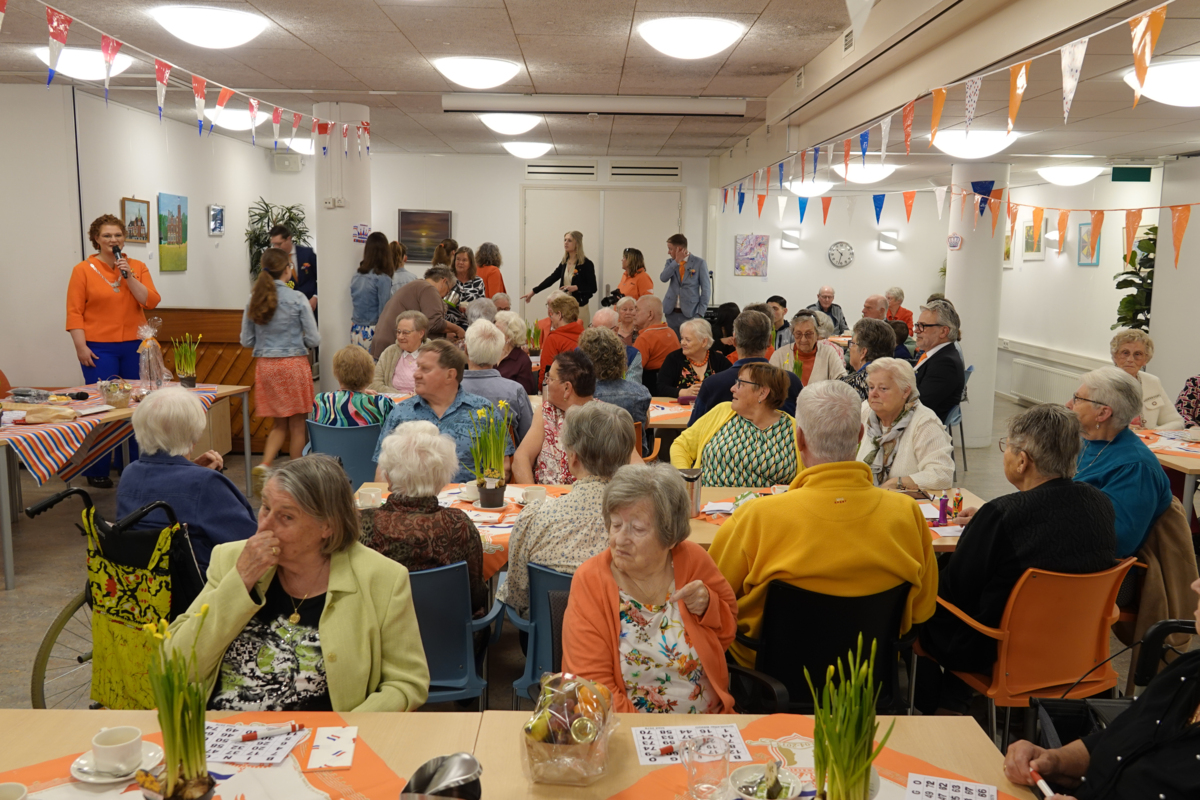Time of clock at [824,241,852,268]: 10:32
